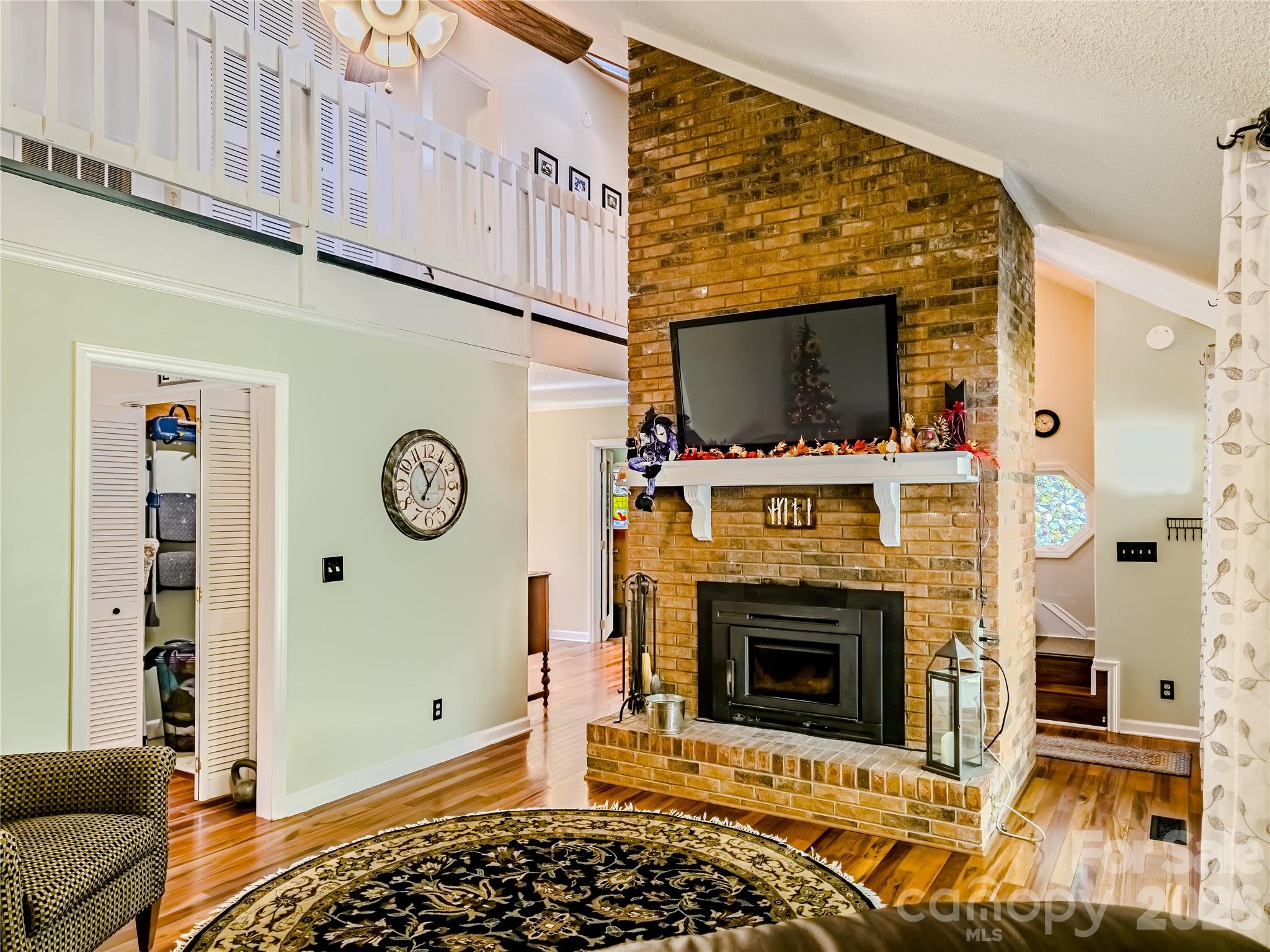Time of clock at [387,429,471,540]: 11:05
